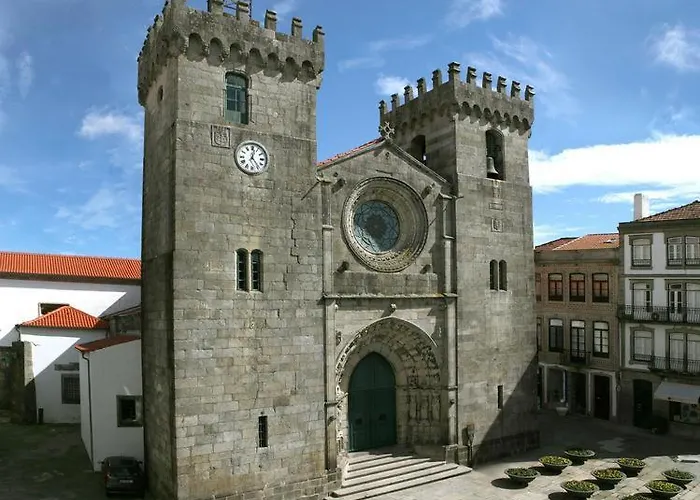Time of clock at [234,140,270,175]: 12:23
